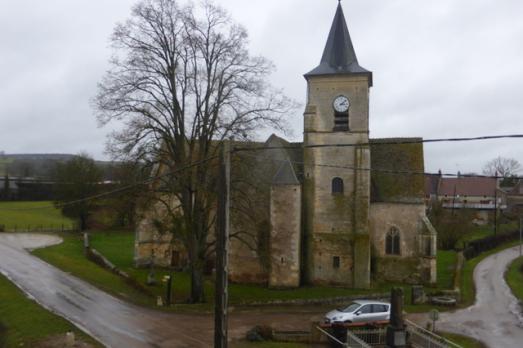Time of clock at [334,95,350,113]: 3:08
